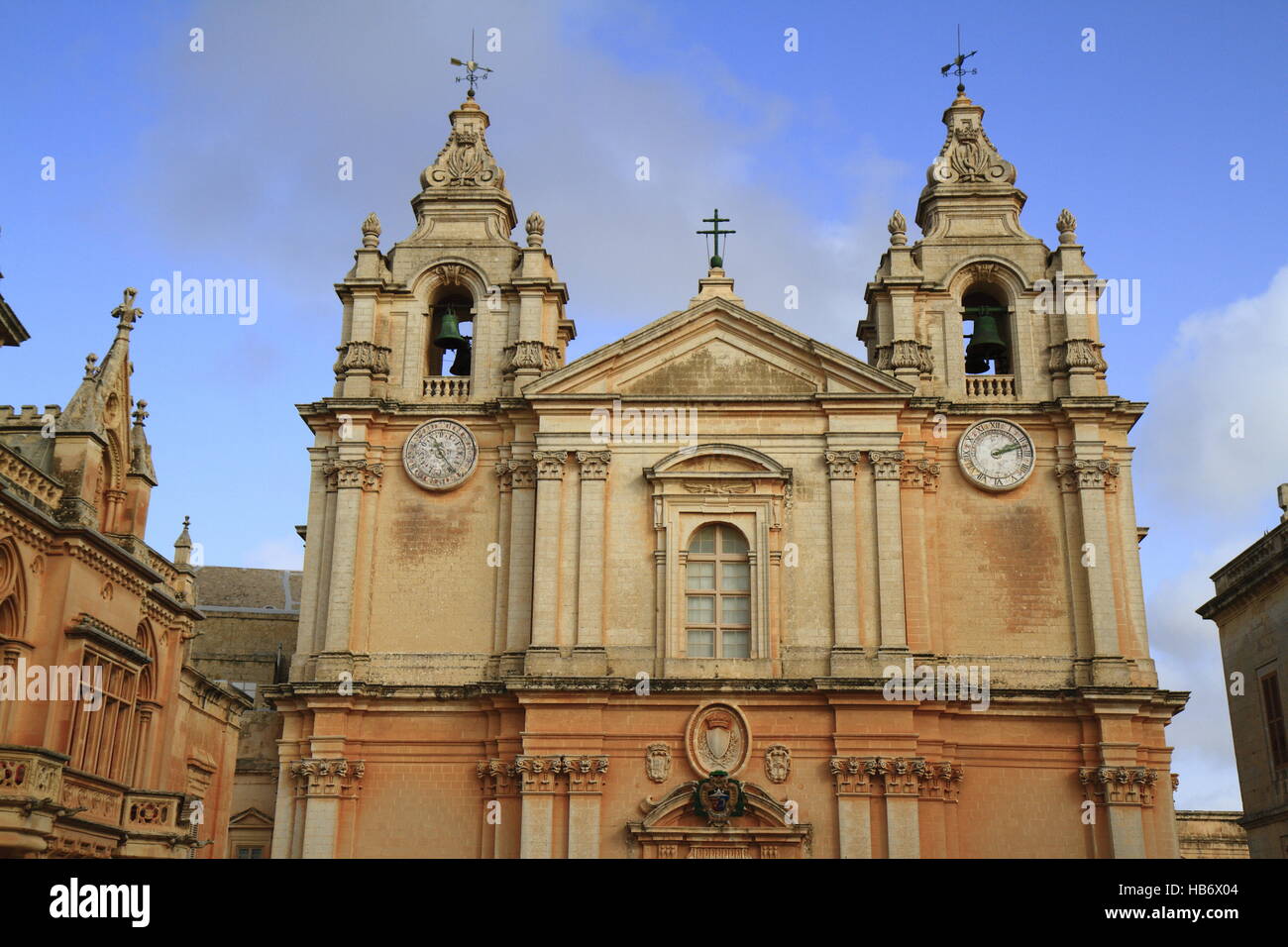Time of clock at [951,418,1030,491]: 2:12
